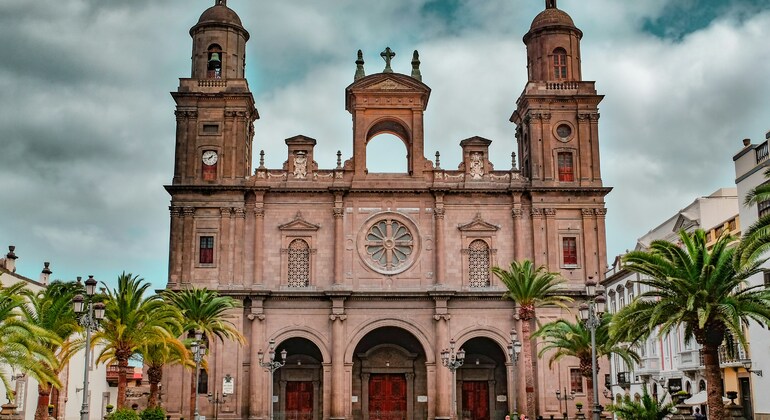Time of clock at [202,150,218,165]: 1:43
